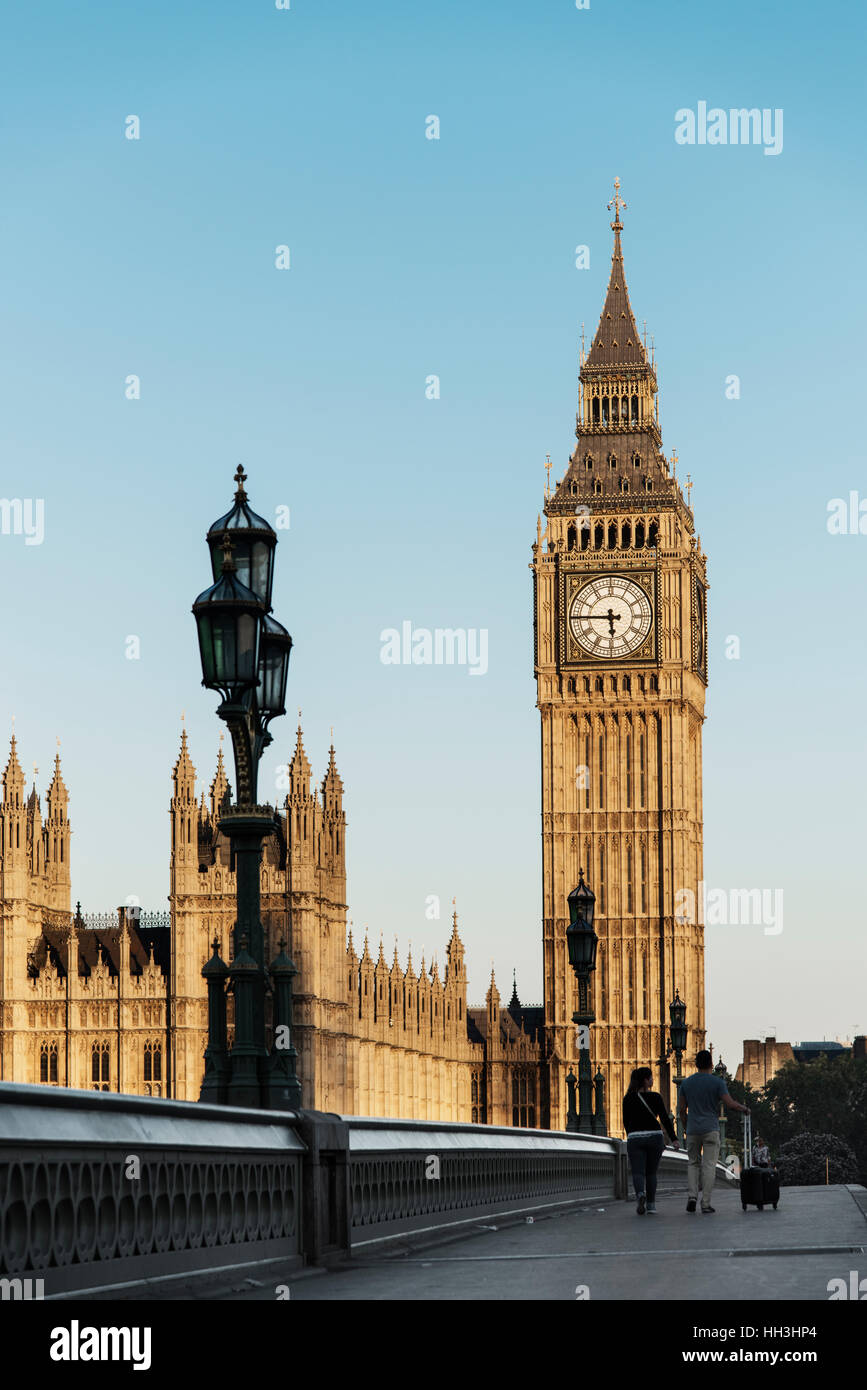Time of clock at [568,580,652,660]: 5:45
